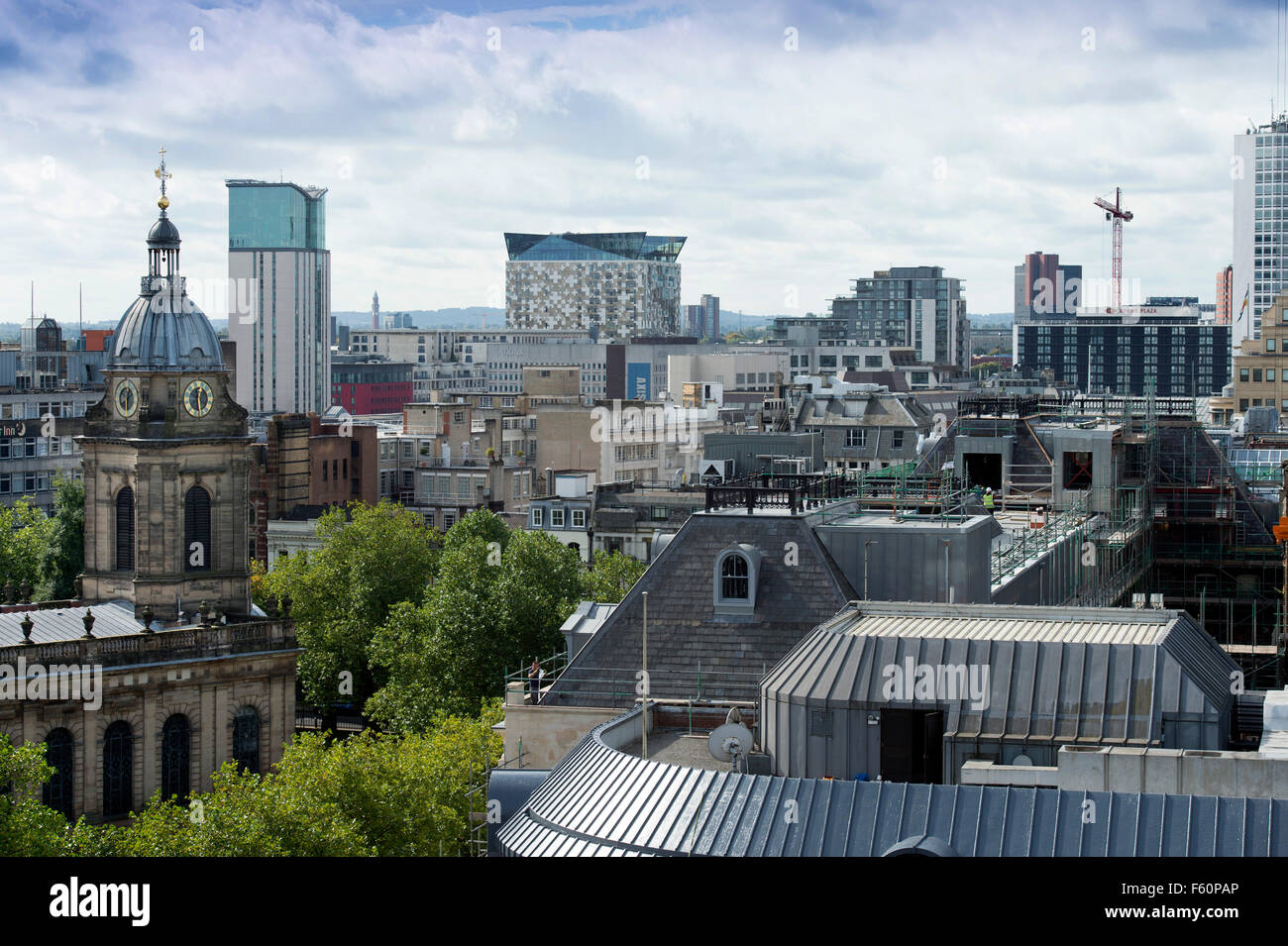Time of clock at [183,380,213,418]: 12:28
